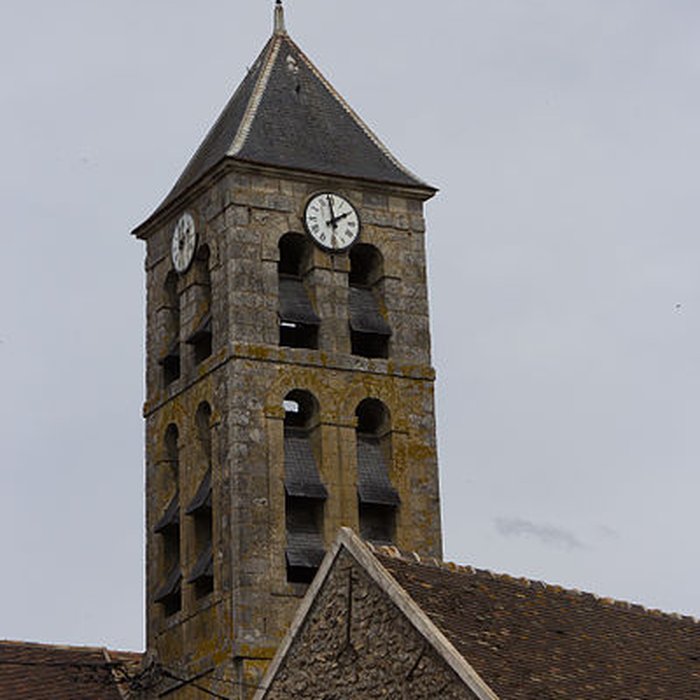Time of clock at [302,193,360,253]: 1:59
